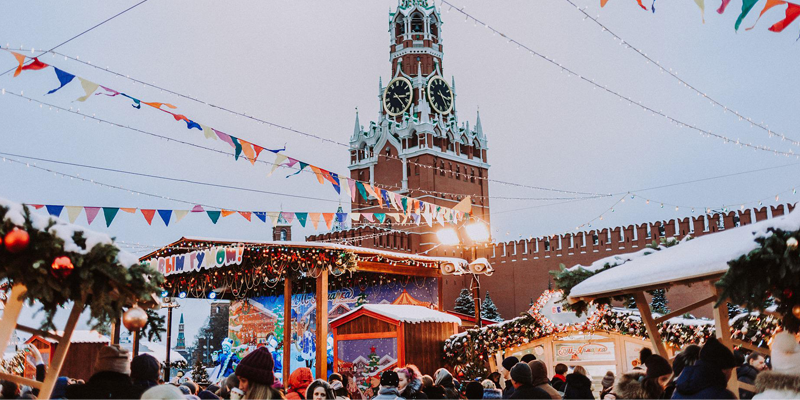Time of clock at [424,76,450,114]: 3:24
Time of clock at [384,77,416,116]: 3:23
